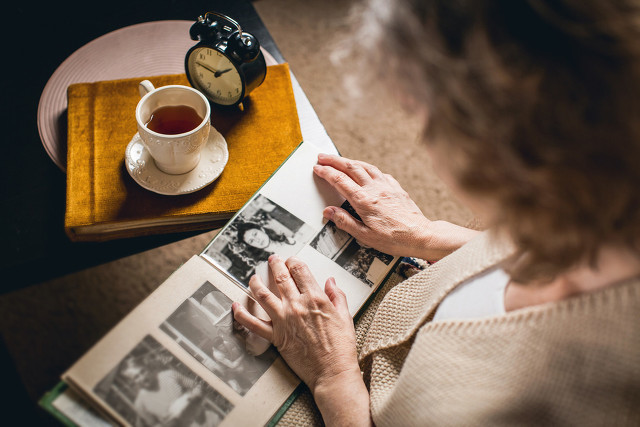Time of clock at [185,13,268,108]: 1:46
